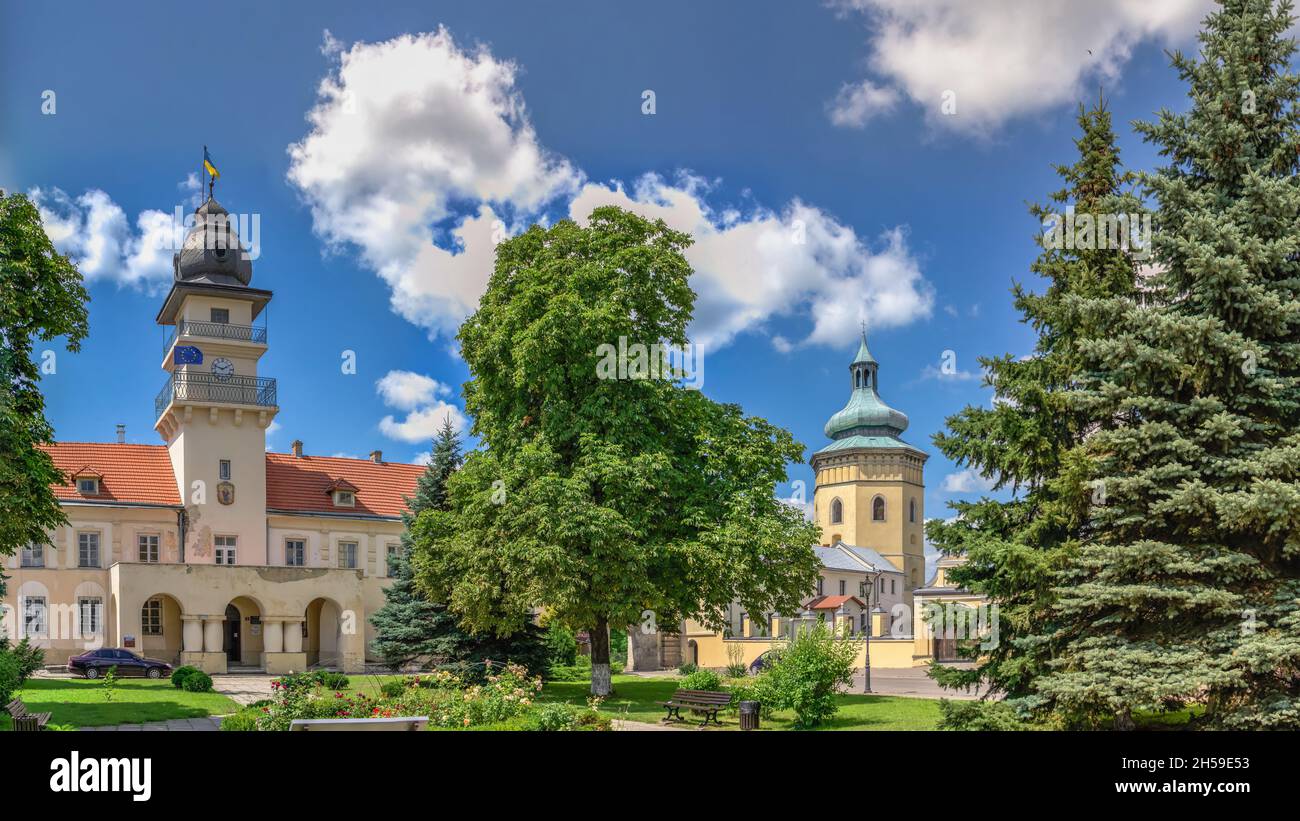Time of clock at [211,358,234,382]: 1:48
